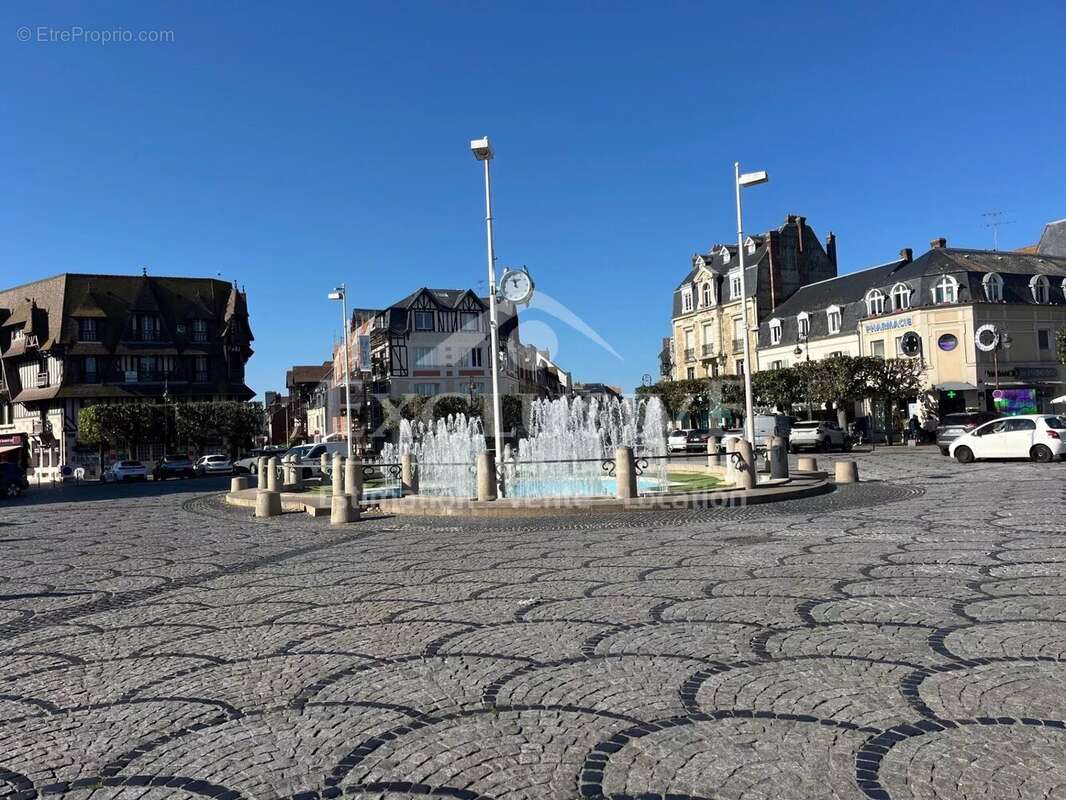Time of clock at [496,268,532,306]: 11:57
